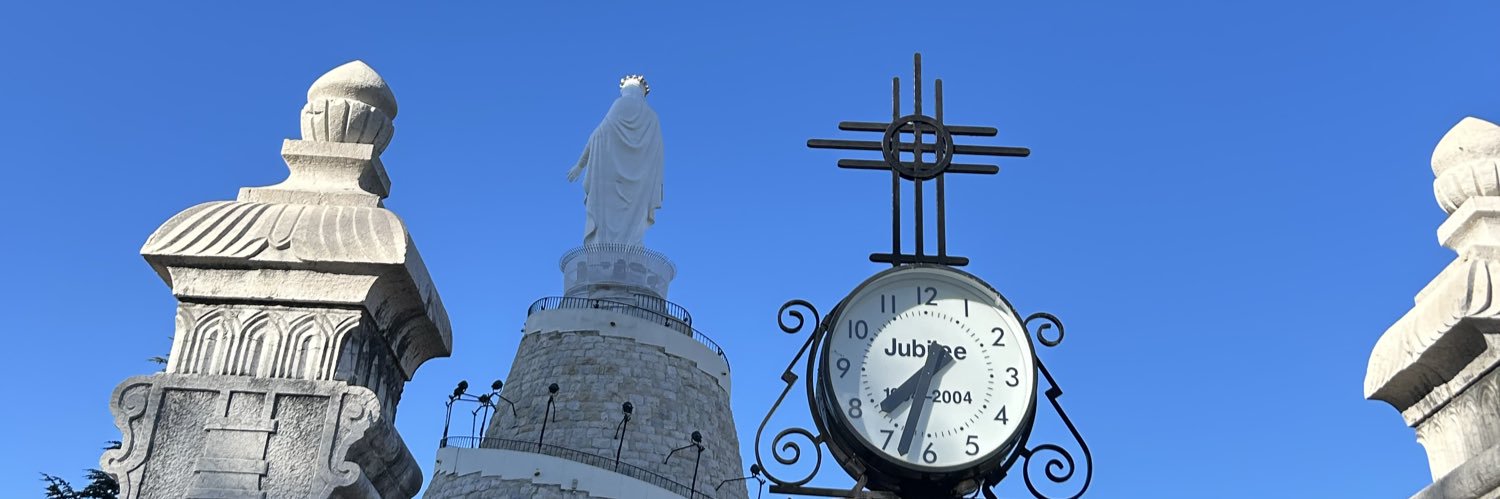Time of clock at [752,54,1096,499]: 7:32
